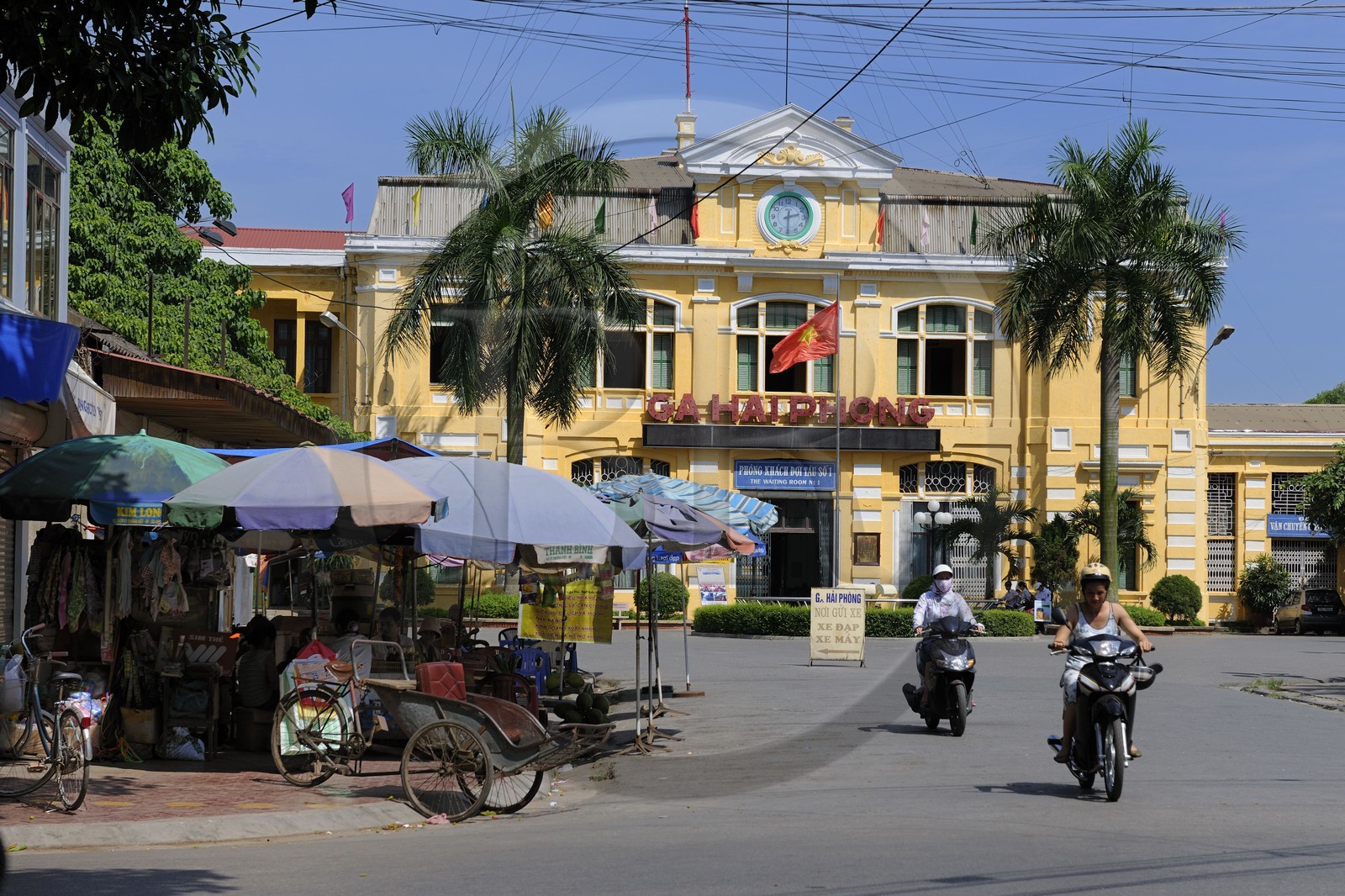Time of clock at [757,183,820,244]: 2:30
